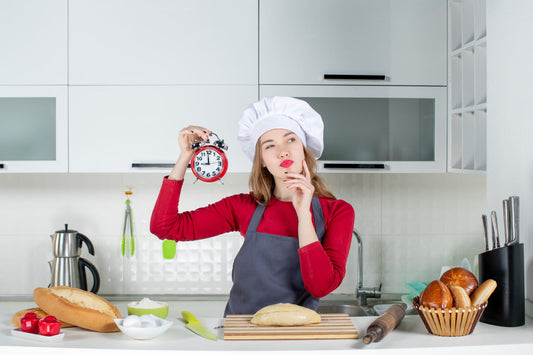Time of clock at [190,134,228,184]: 8:59
